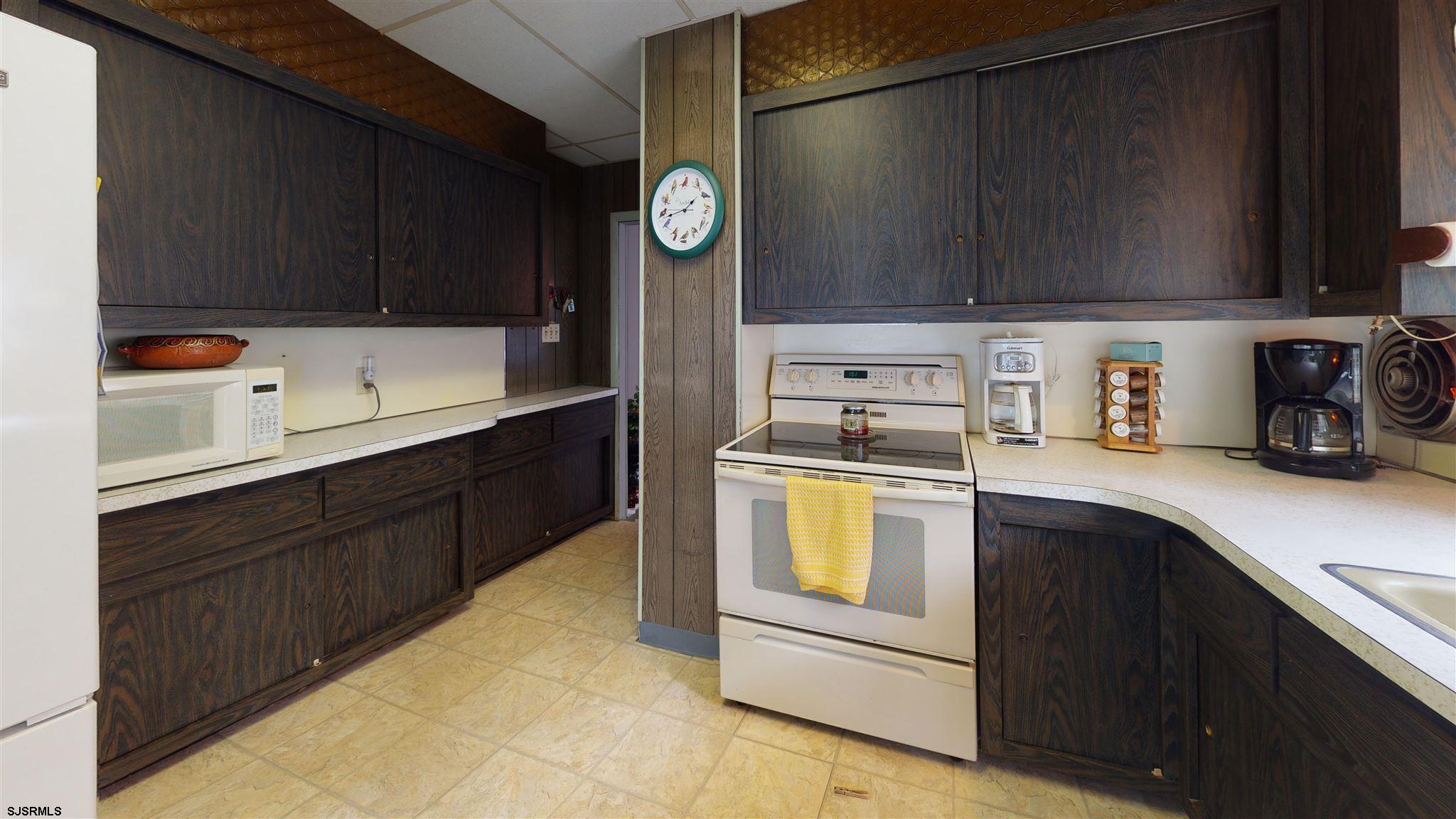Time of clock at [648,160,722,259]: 1:42
